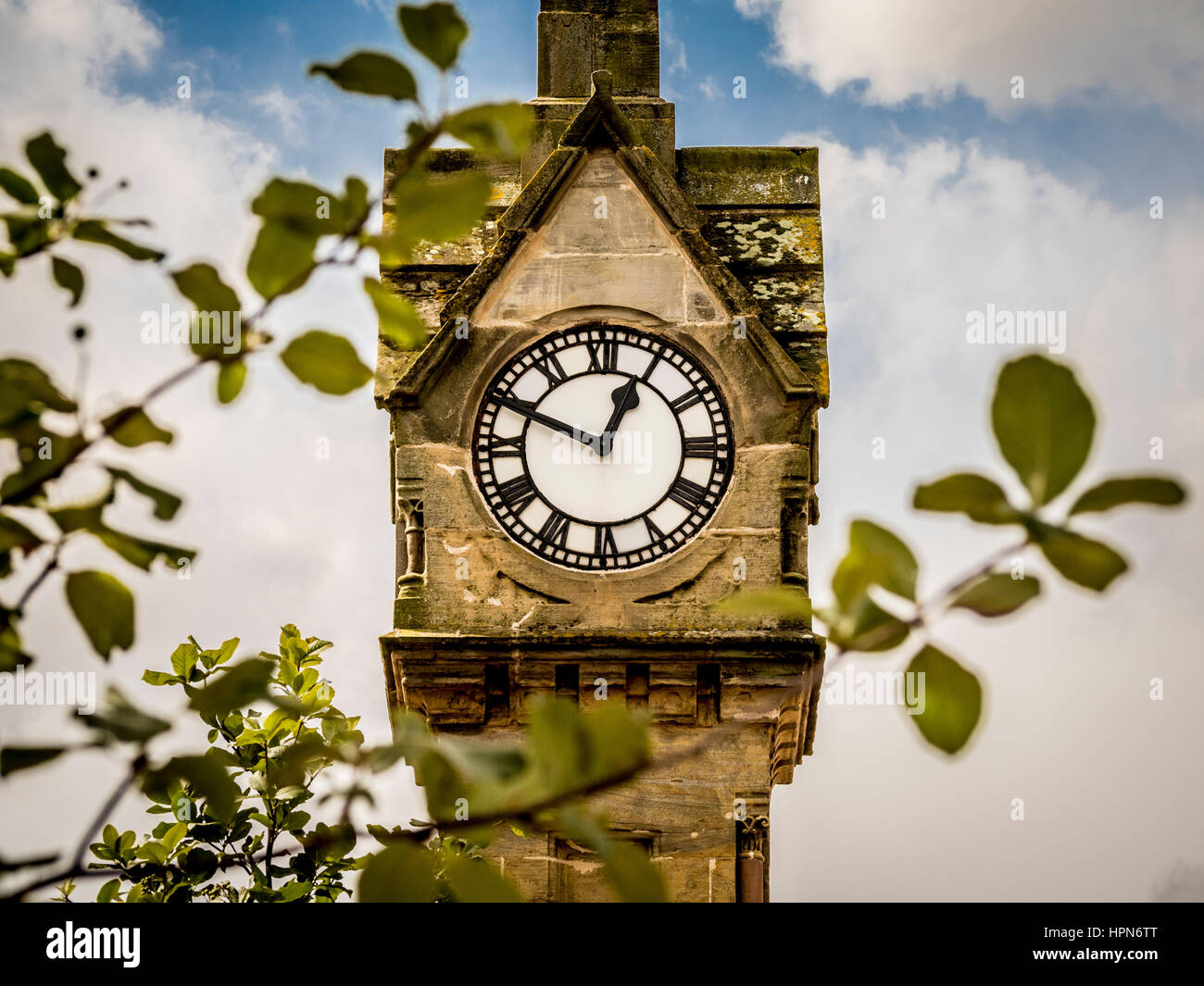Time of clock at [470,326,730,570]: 12:49
